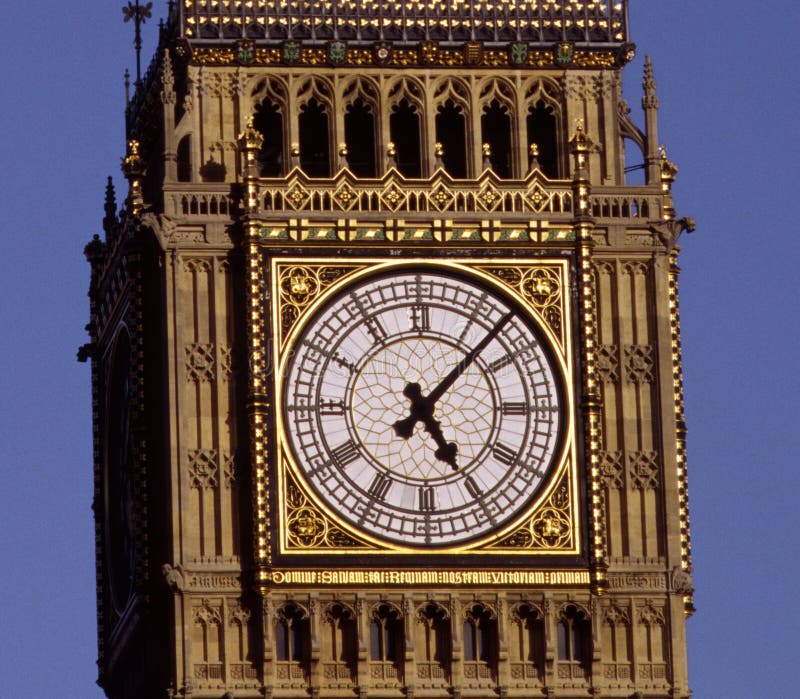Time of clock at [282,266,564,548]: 5:07
